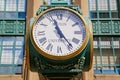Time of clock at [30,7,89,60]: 11:23
